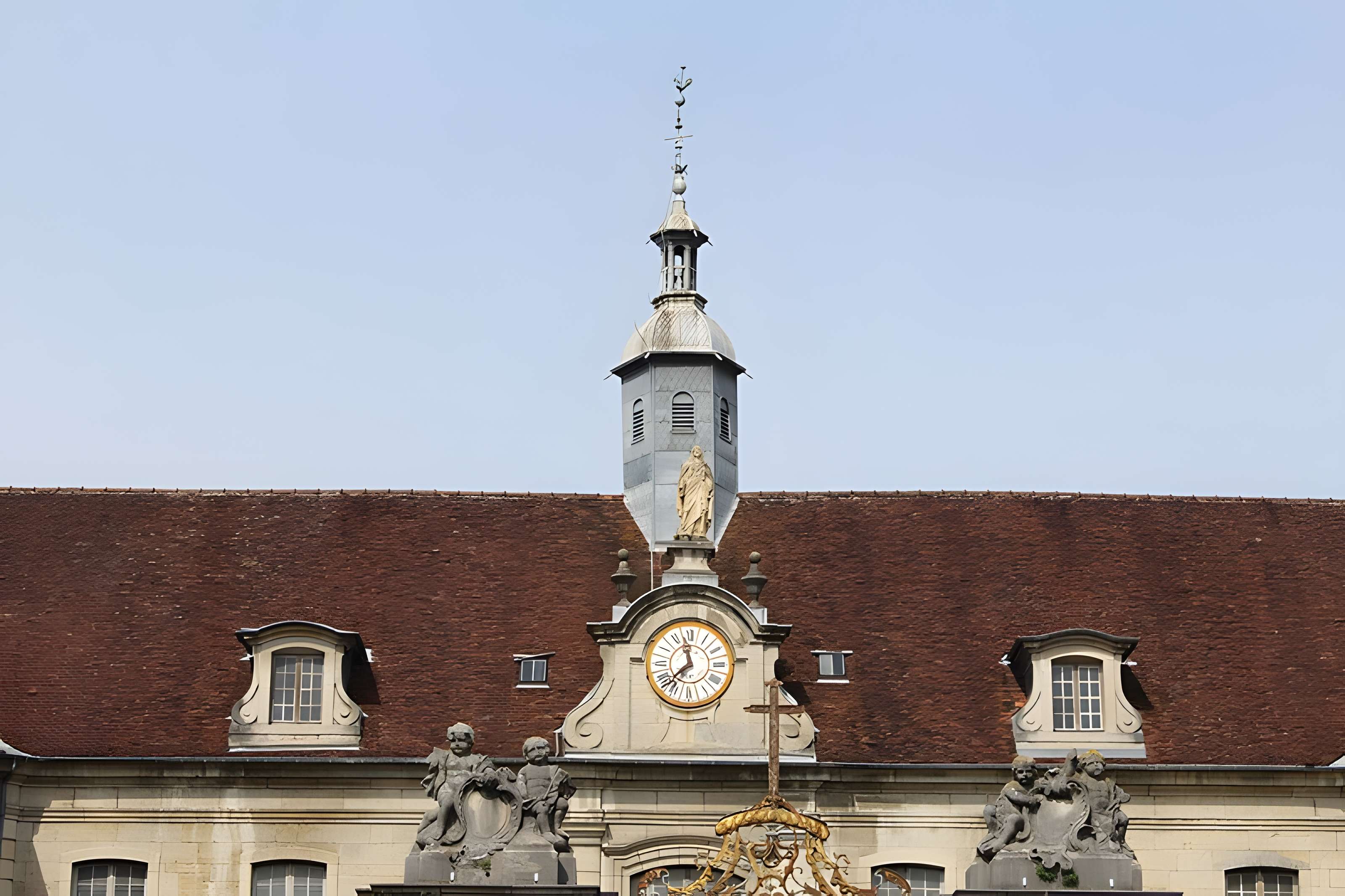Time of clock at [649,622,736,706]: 11:37
